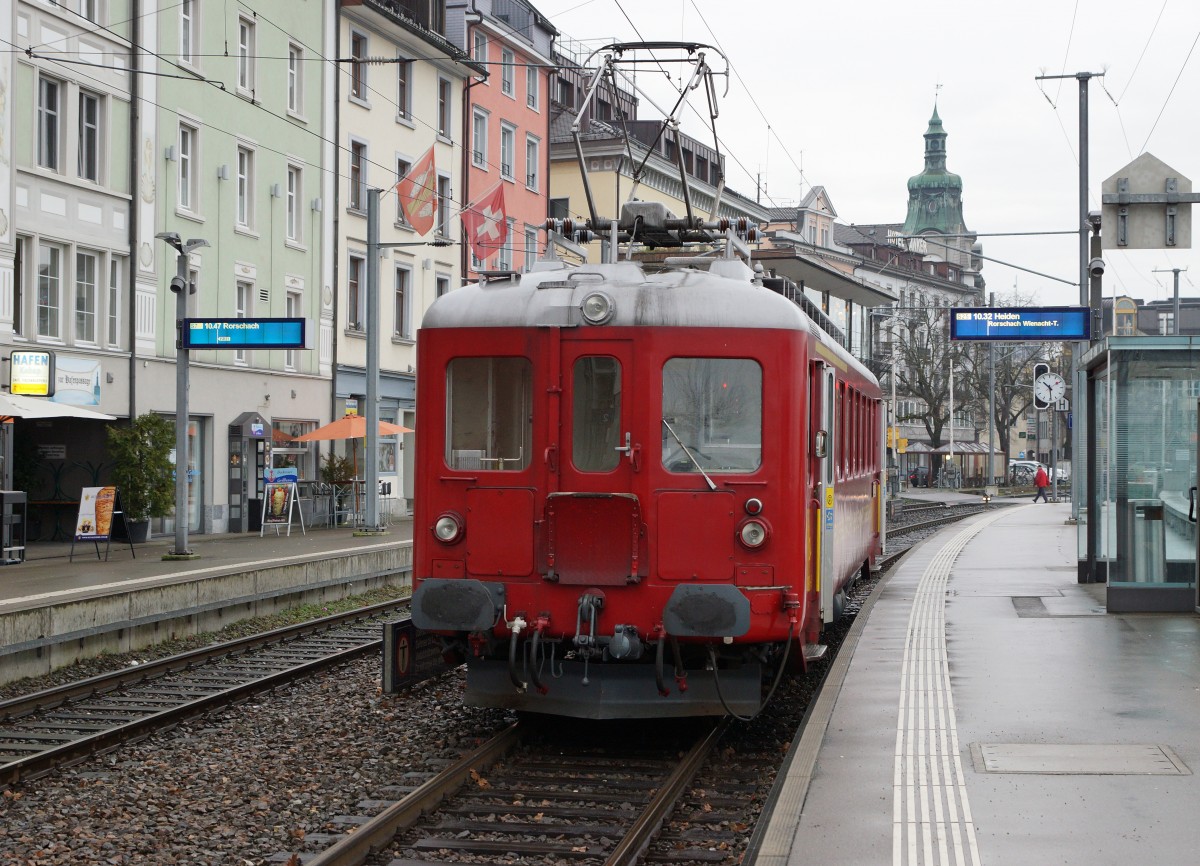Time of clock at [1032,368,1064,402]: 10:29
